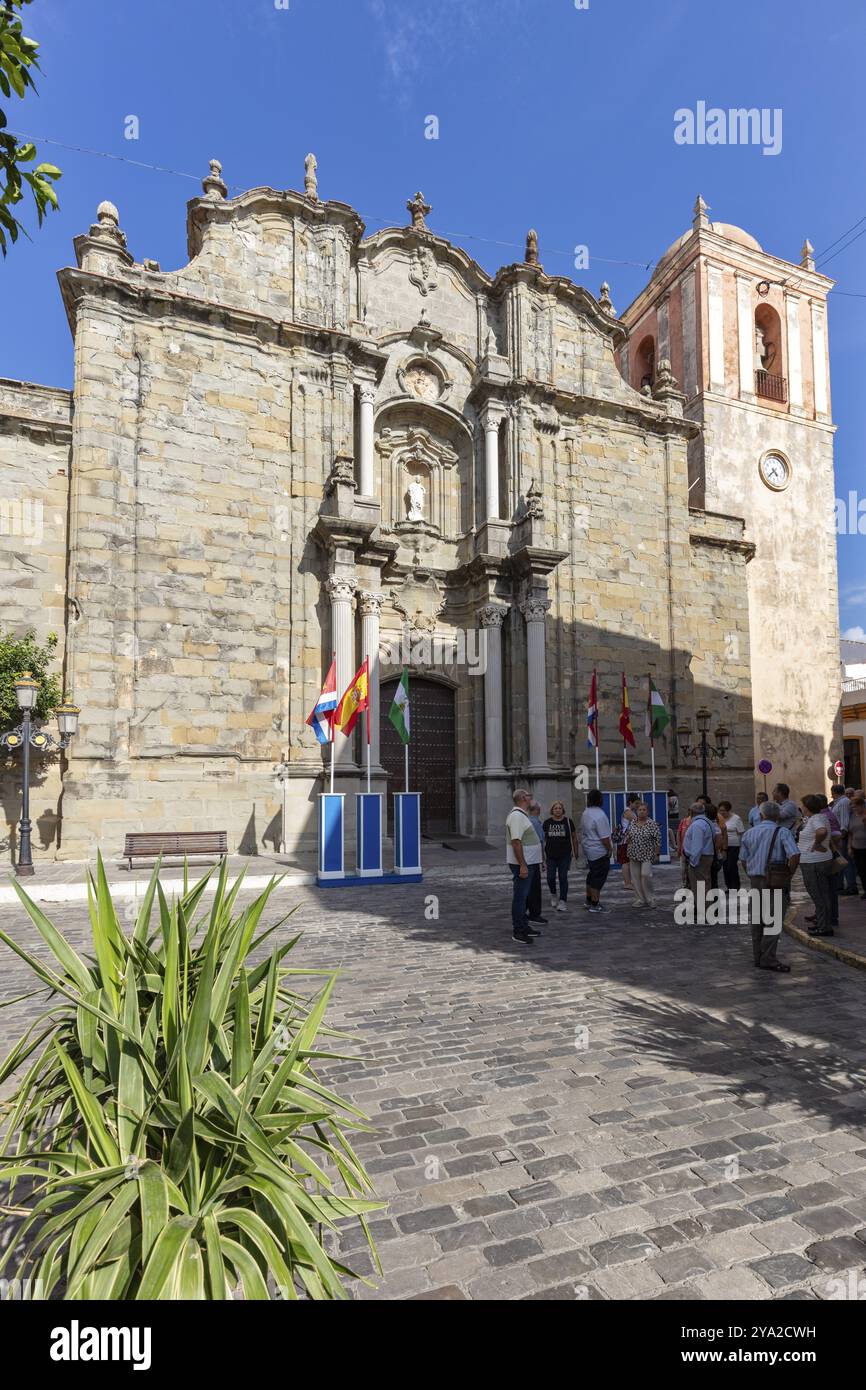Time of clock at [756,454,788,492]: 4:37
